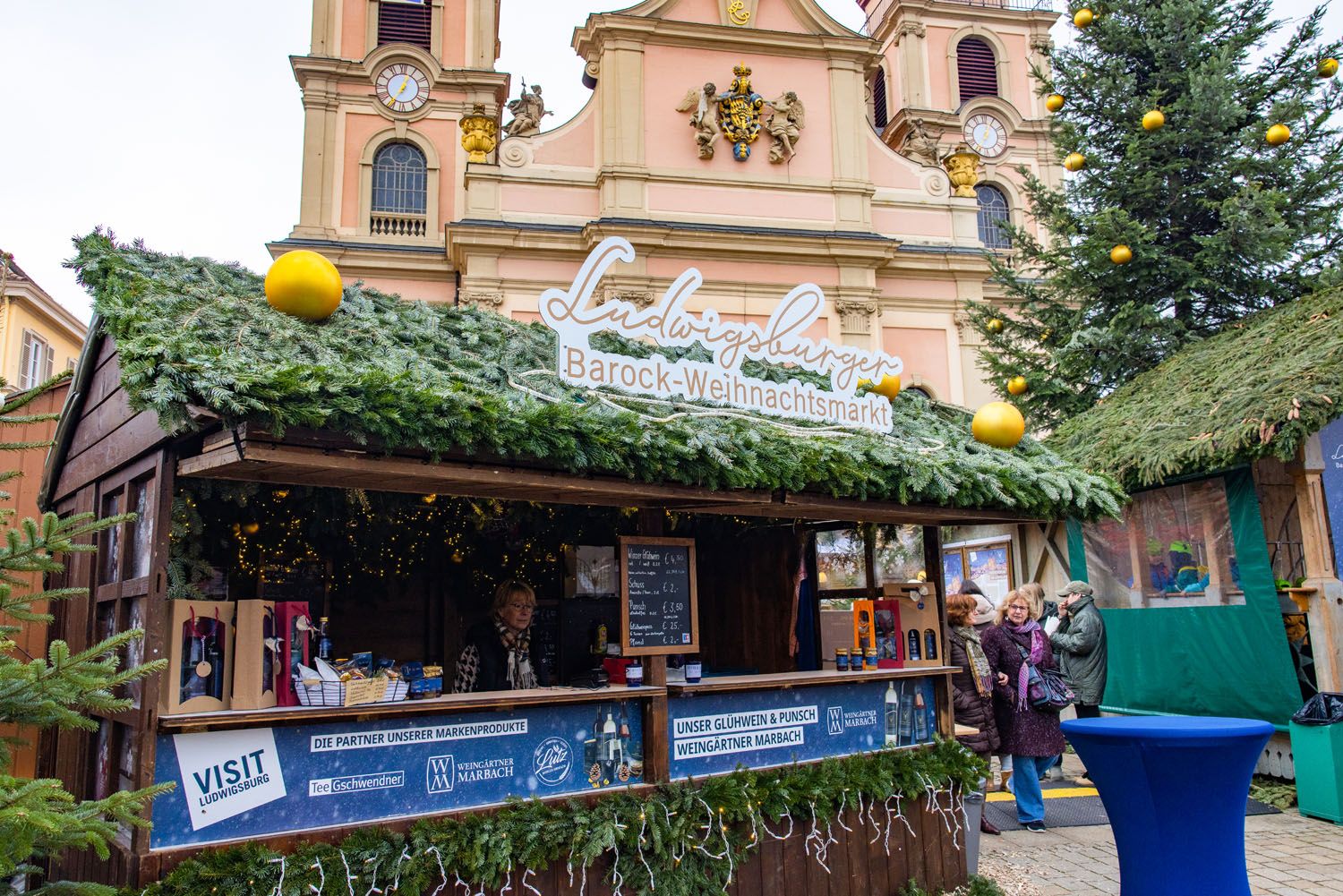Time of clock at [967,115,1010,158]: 7:04
